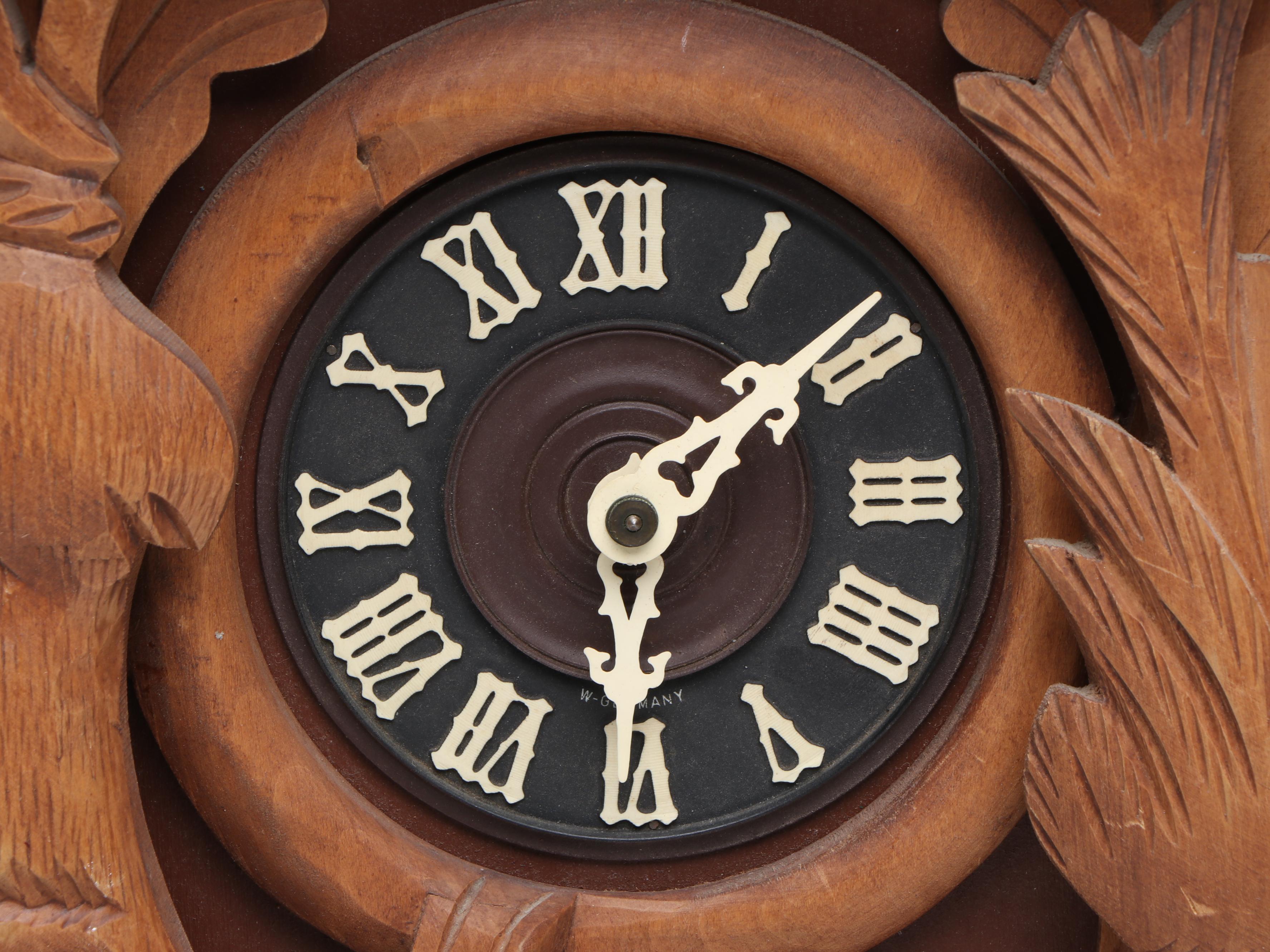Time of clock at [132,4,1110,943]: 6:08
